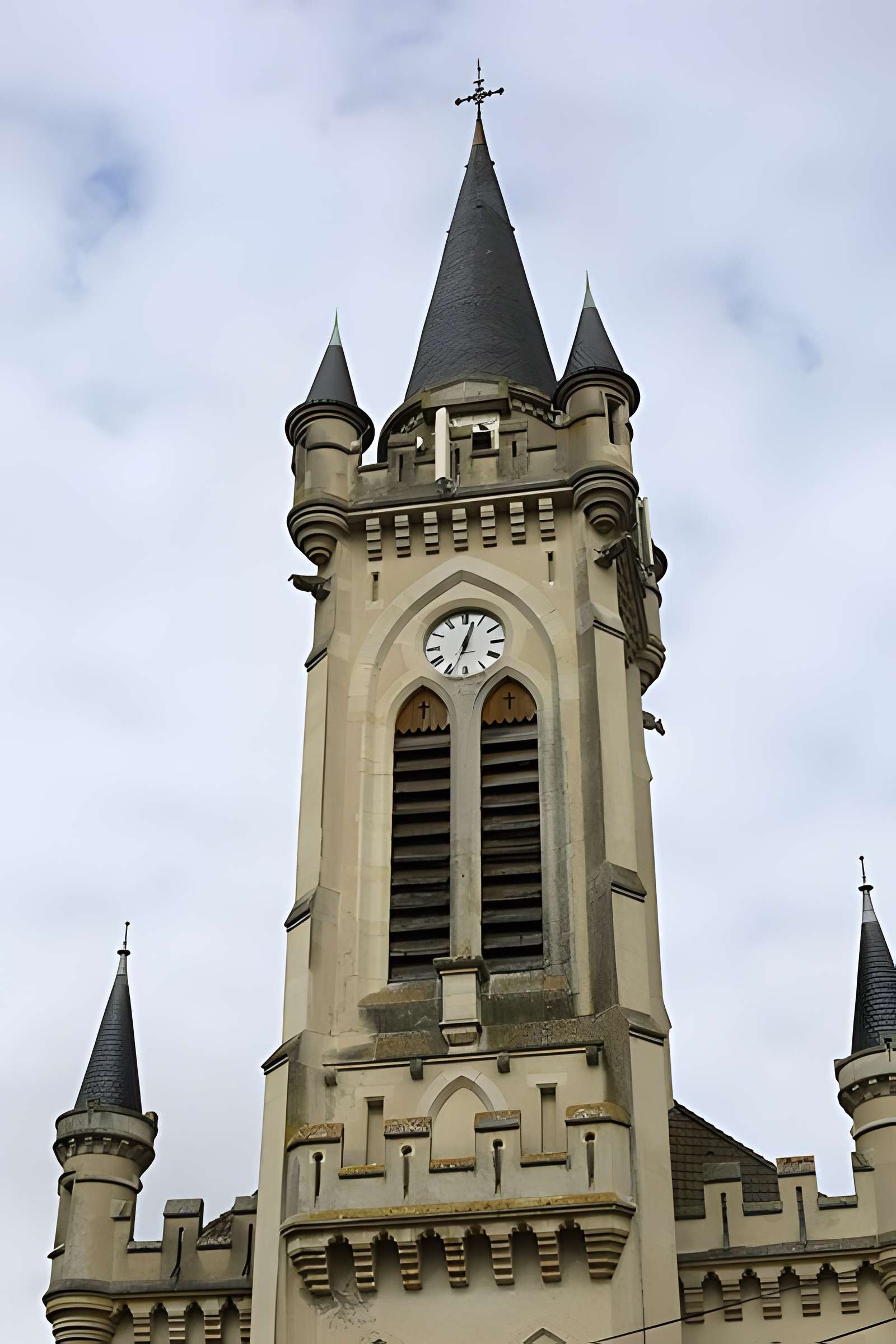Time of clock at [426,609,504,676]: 12:33
